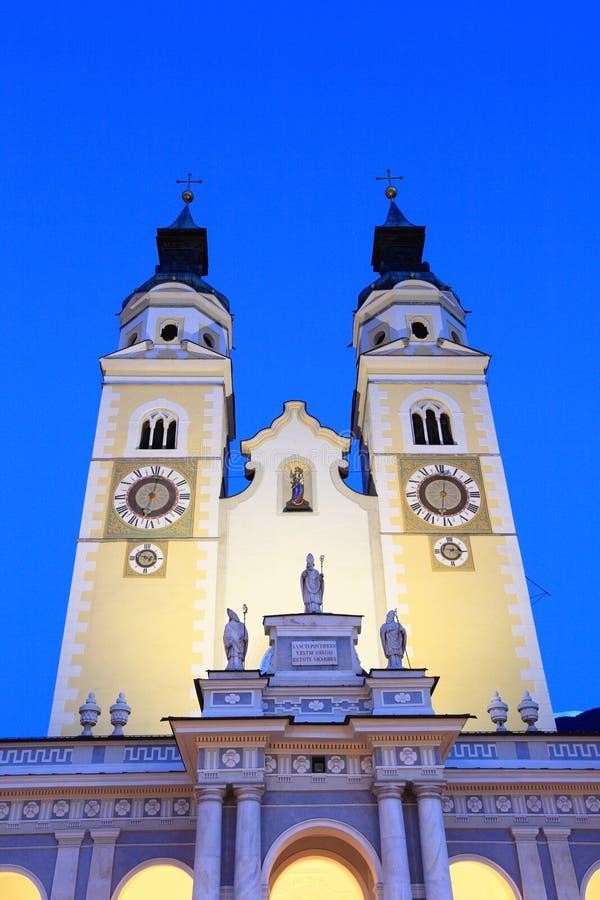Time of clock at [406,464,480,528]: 6:01
